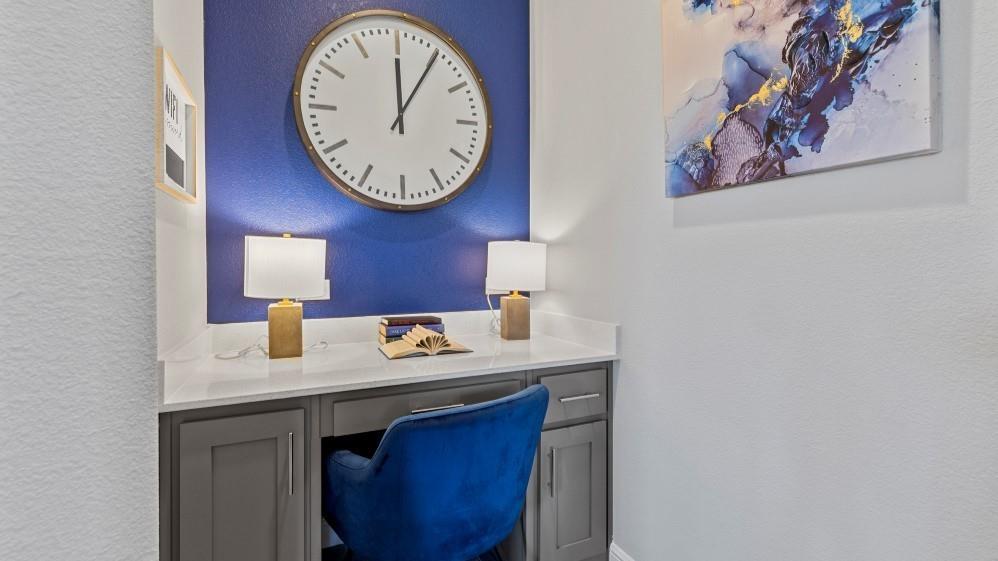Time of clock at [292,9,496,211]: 12:05
